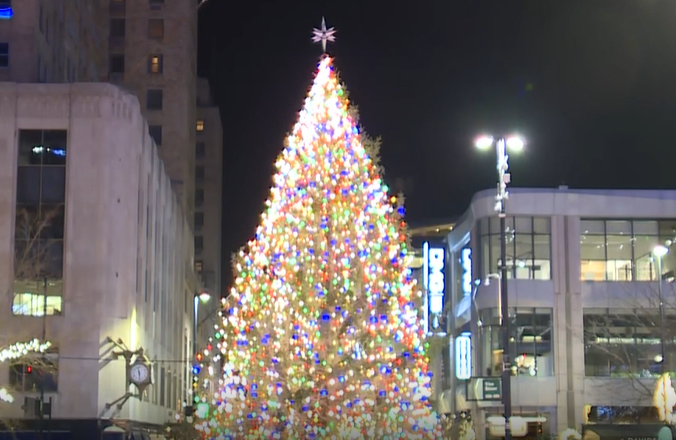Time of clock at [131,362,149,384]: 11:28
